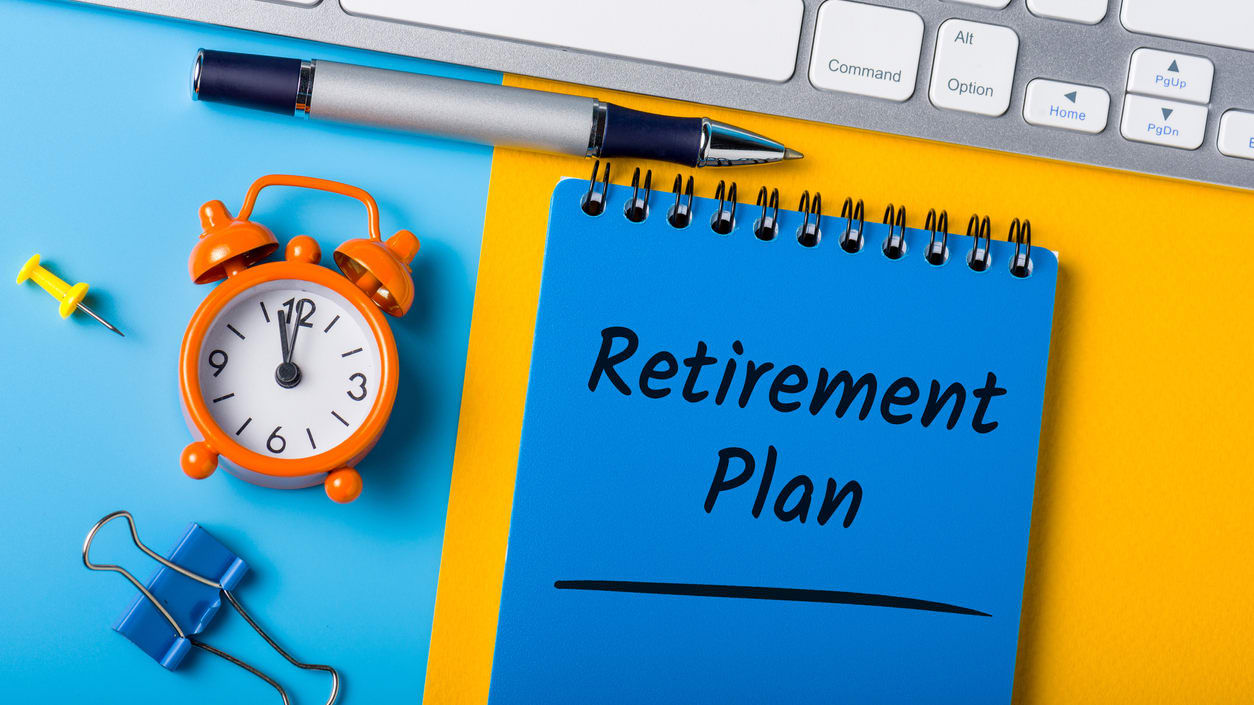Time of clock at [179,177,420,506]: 11:57
